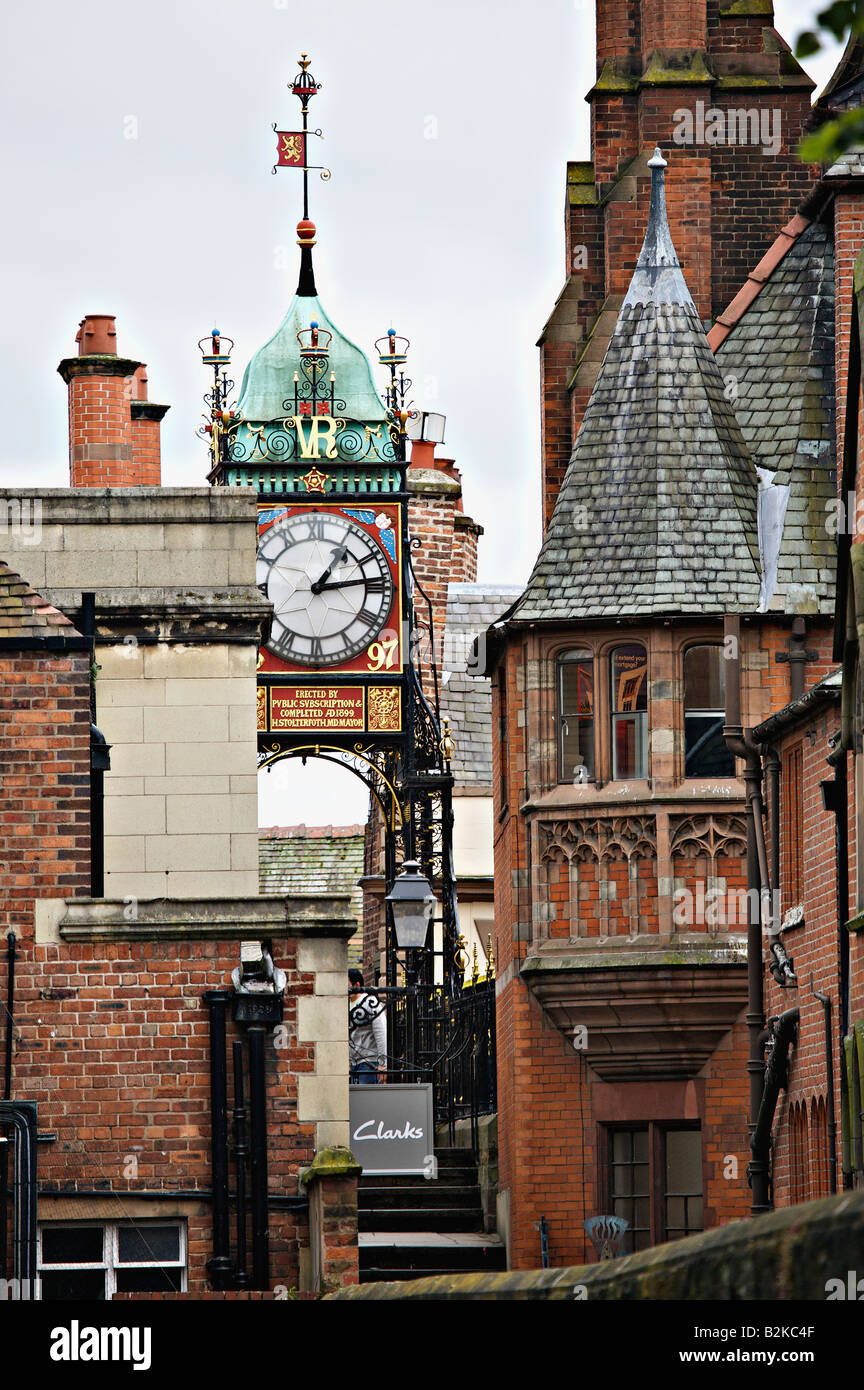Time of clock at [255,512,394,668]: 1:13
